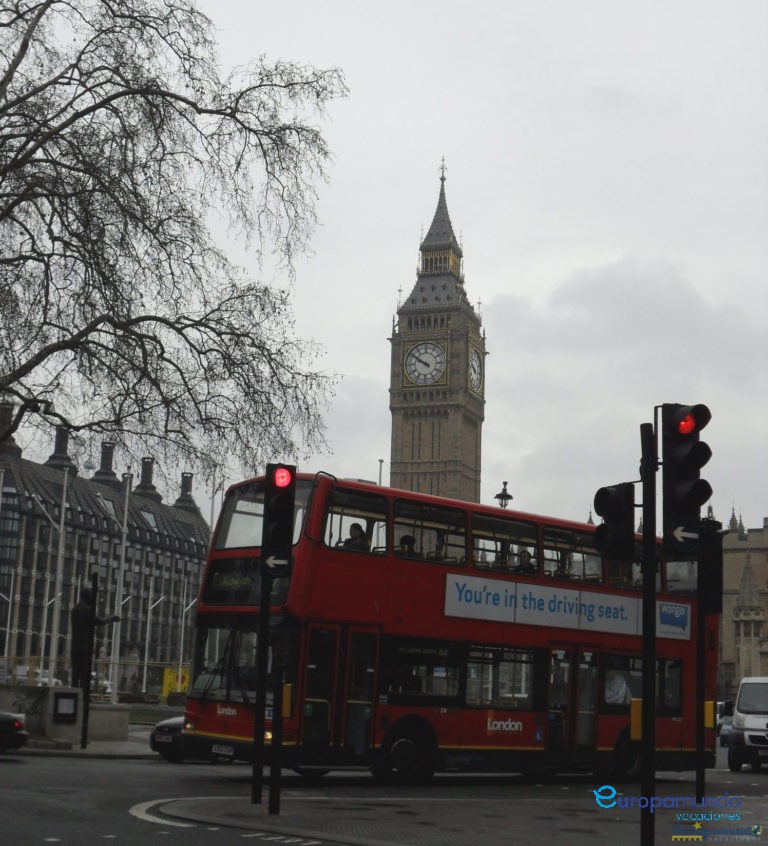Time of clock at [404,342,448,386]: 9:50
